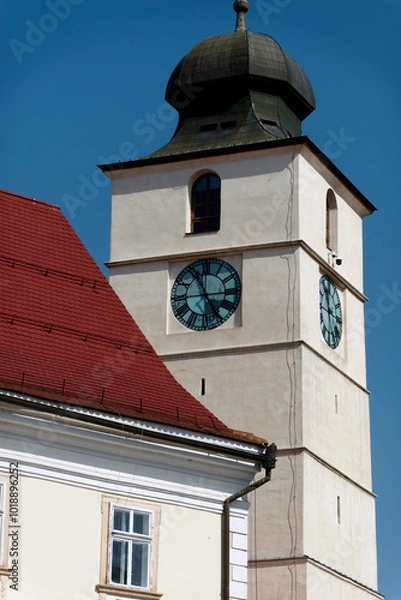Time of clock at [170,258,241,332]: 11:24
